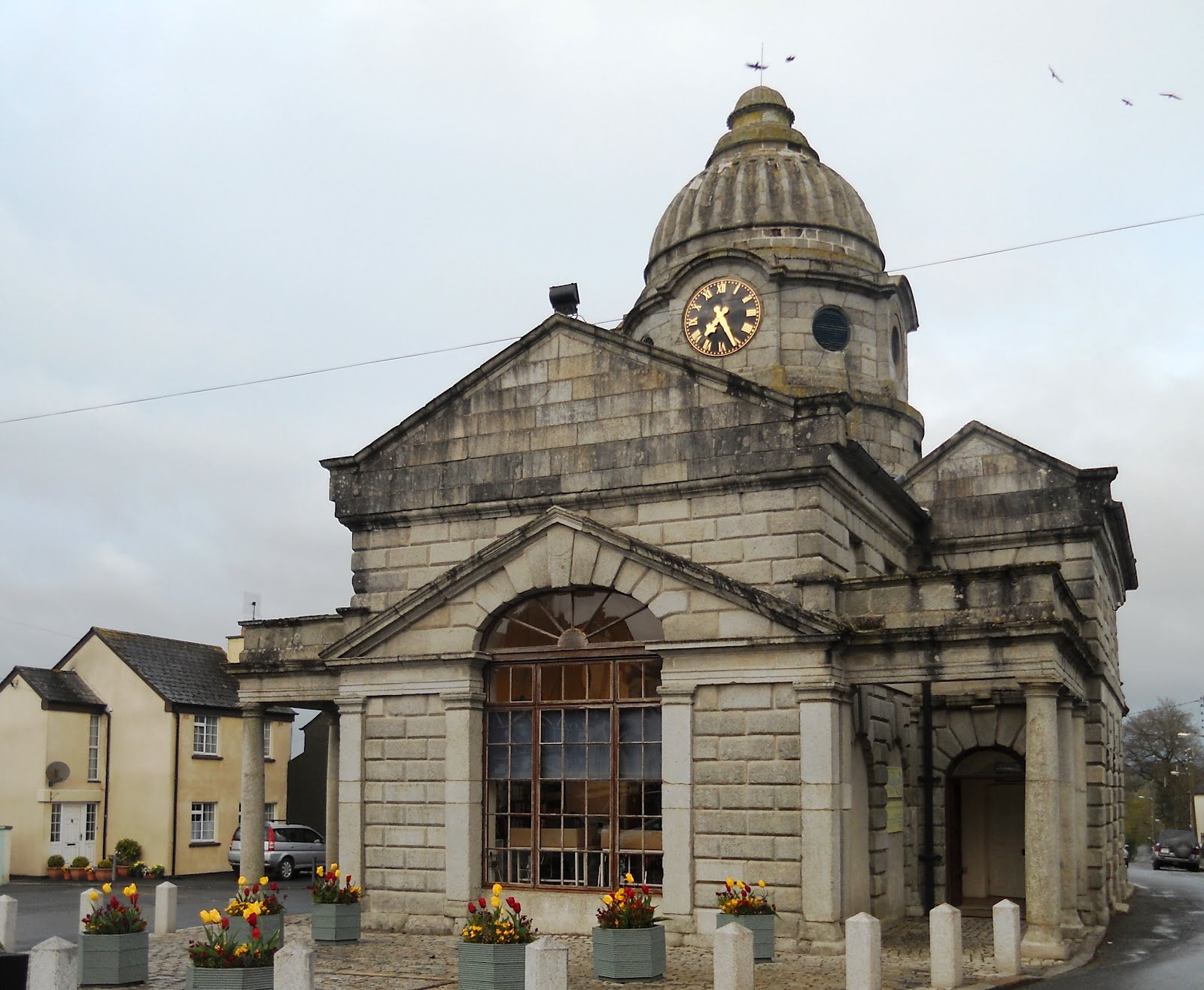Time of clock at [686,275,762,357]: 7:25
